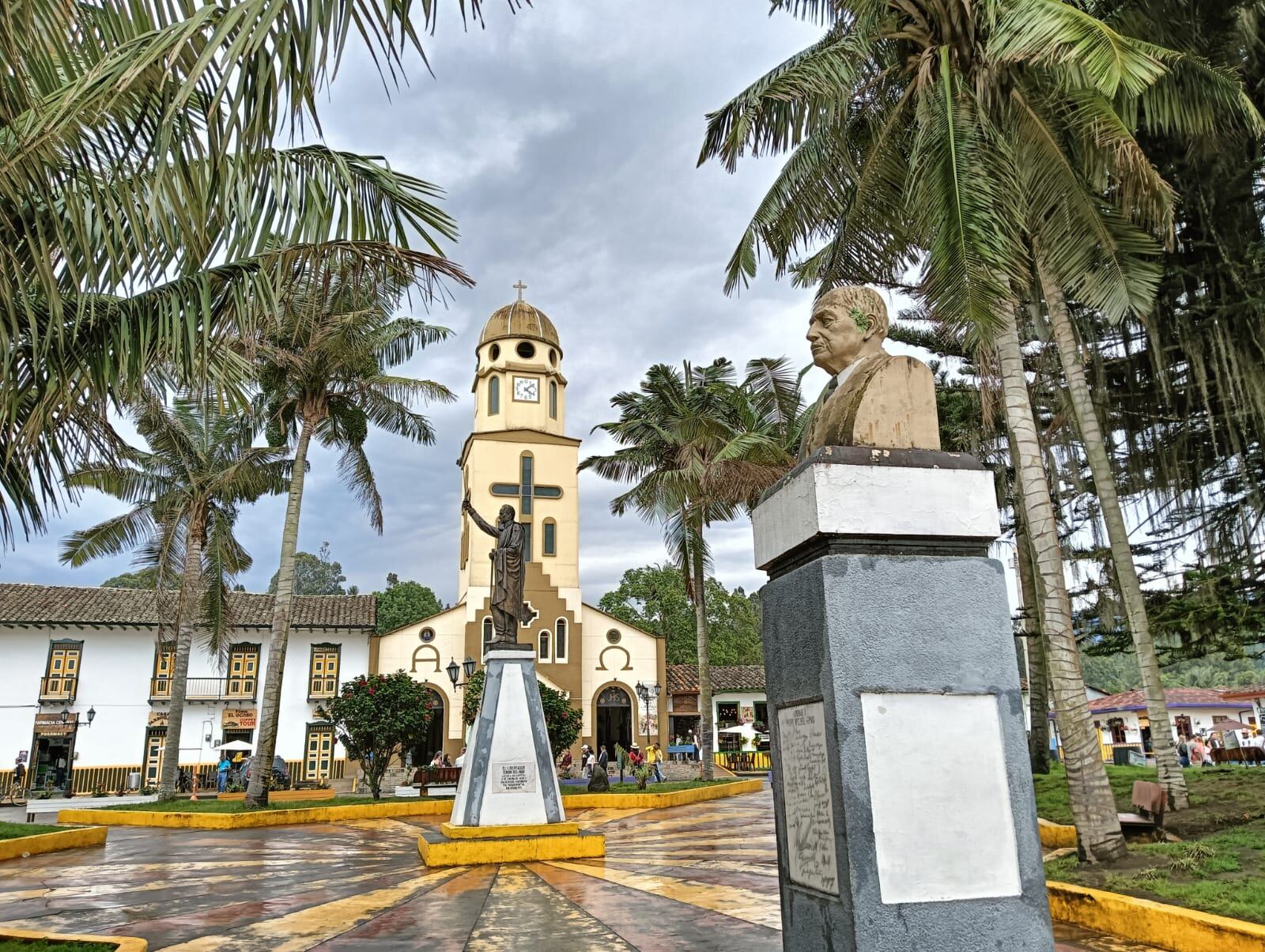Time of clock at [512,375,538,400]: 4:08
